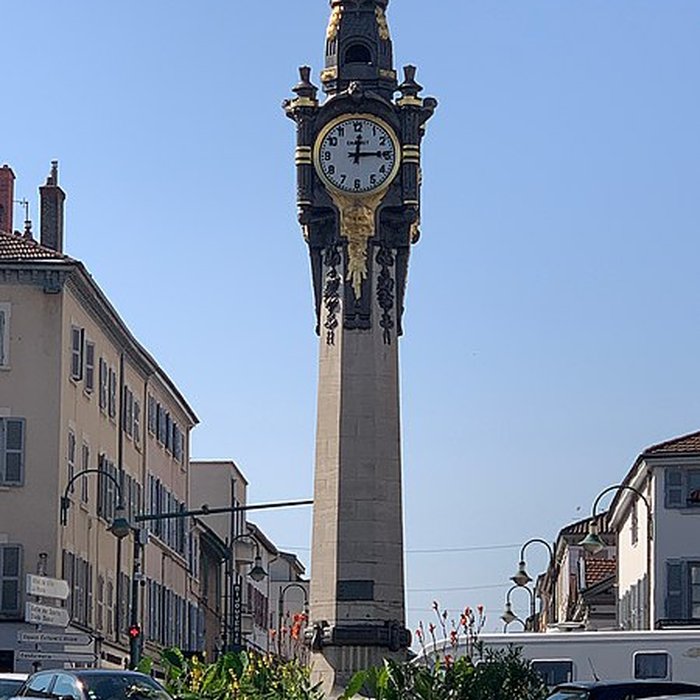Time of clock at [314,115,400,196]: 12:14
